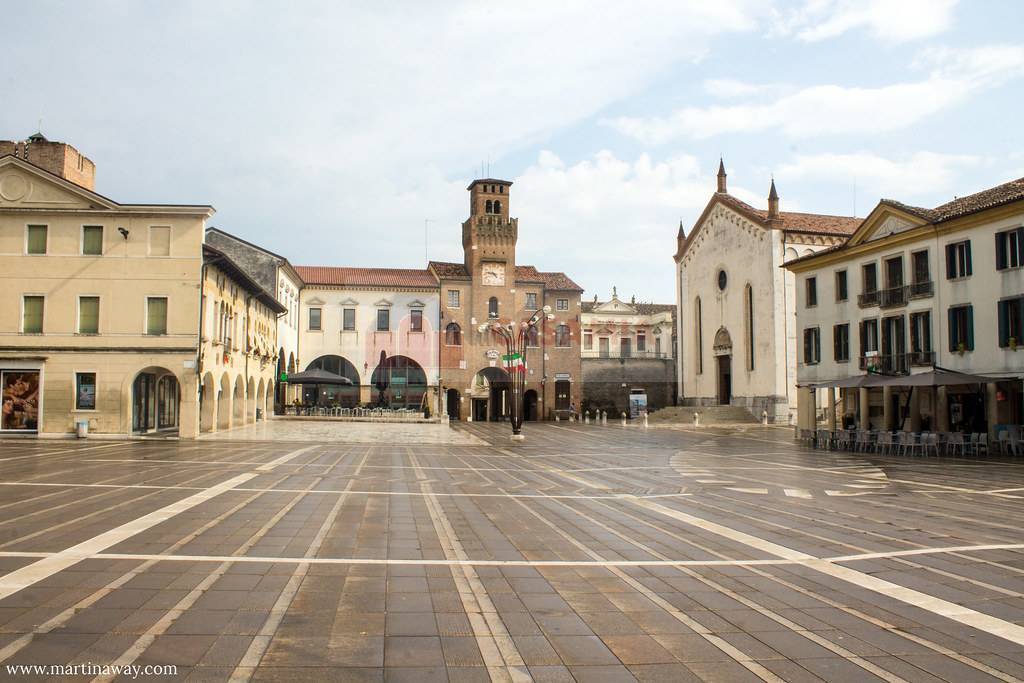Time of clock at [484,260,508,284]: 4:47
